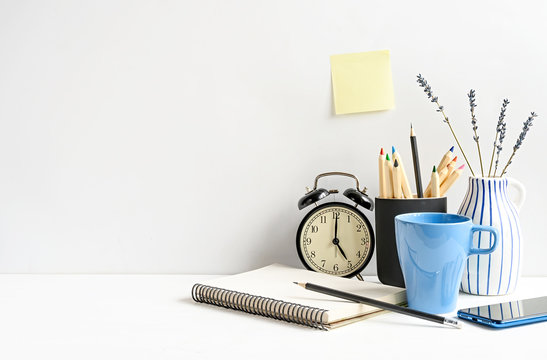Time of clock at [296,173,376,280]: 5:00
